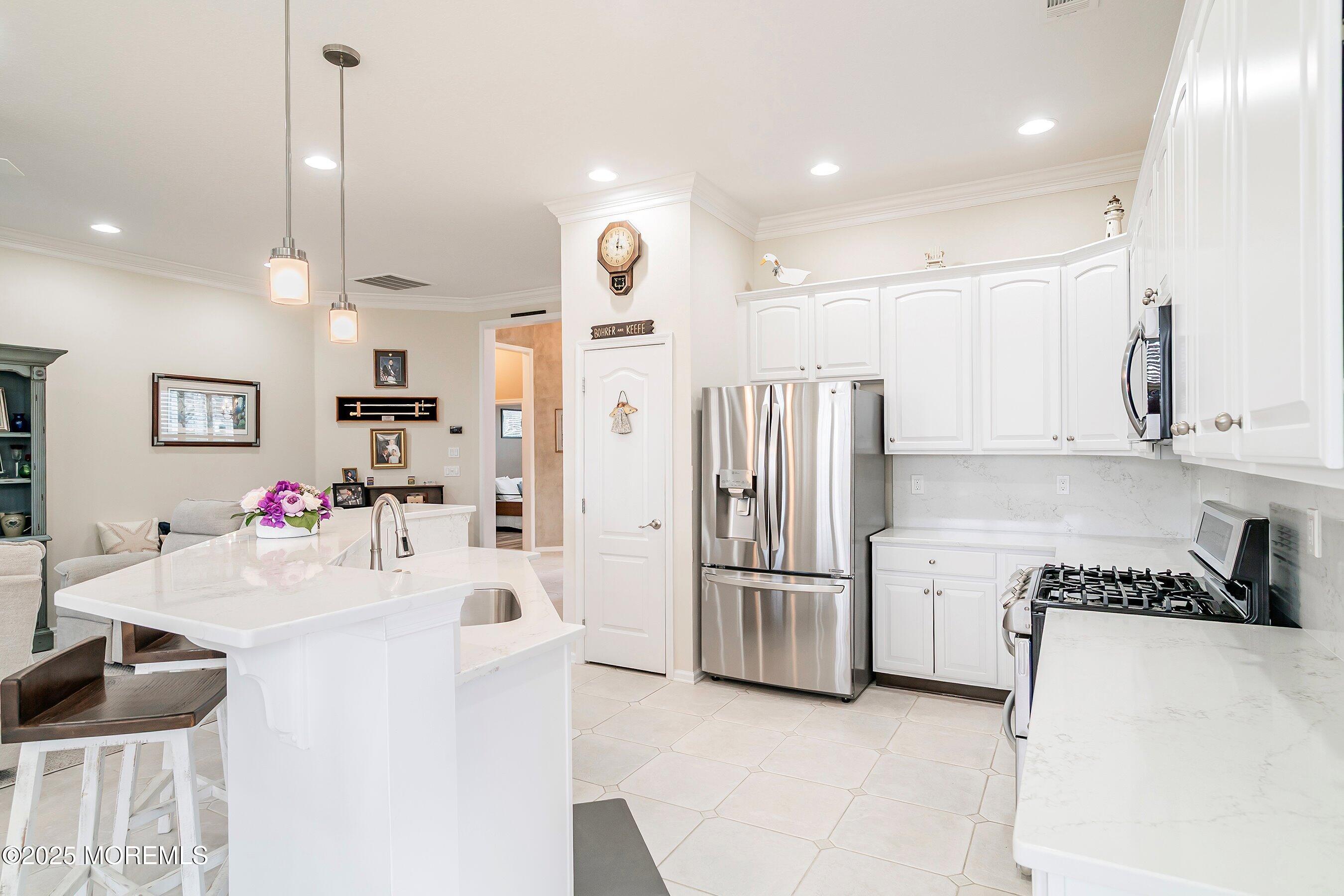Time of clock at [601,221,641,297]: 3:01
